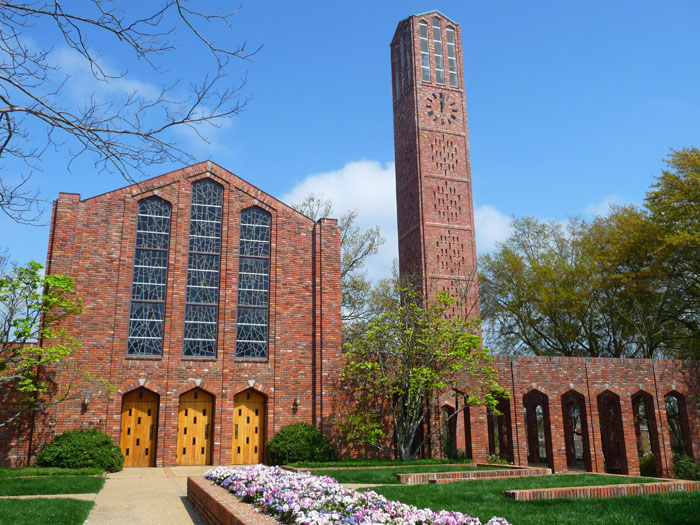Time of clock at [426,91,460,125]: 12:01
